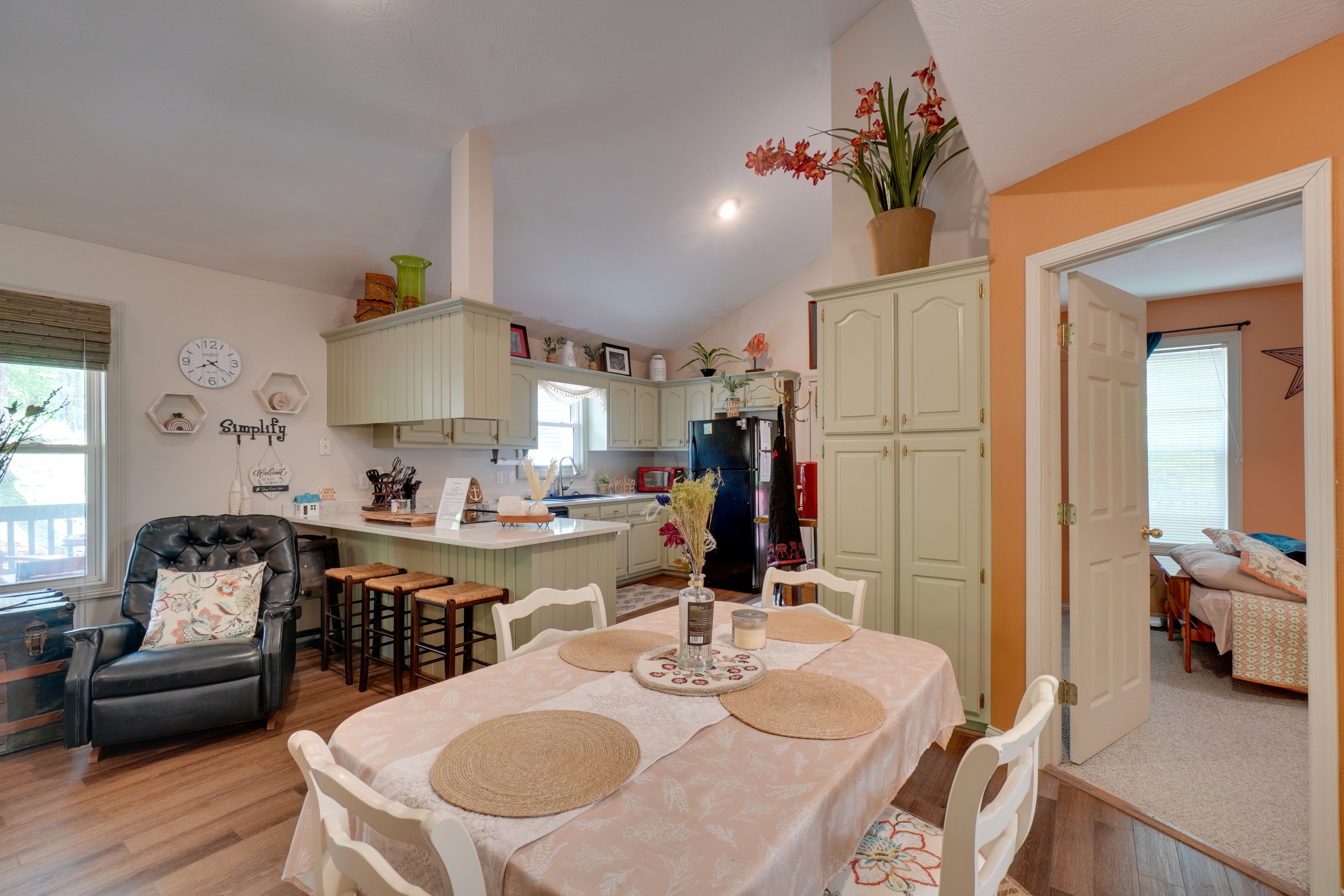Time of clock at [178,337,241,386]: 8:21
